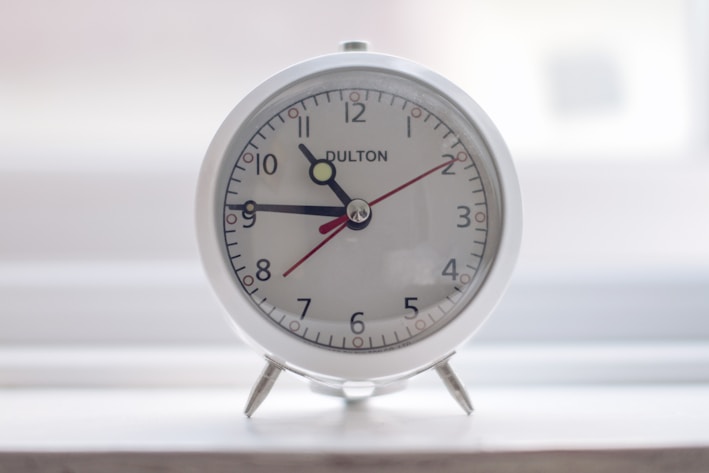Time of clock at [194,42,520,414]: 10:45
